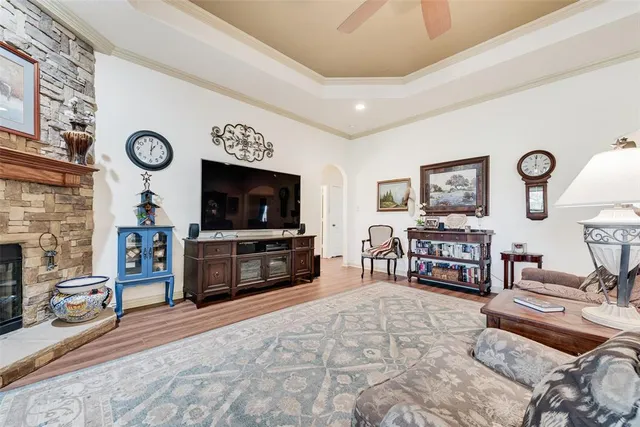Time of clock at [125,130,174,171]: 1:01
